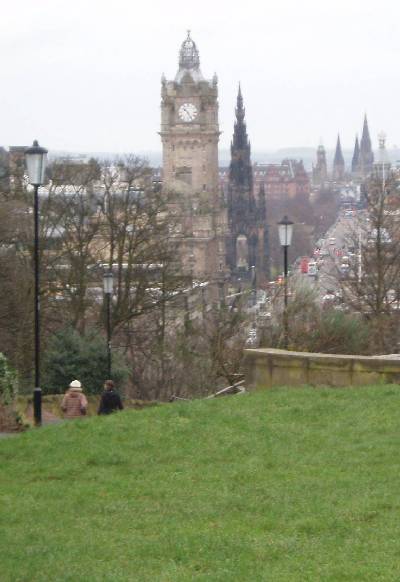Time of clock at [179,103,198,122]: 10:25
